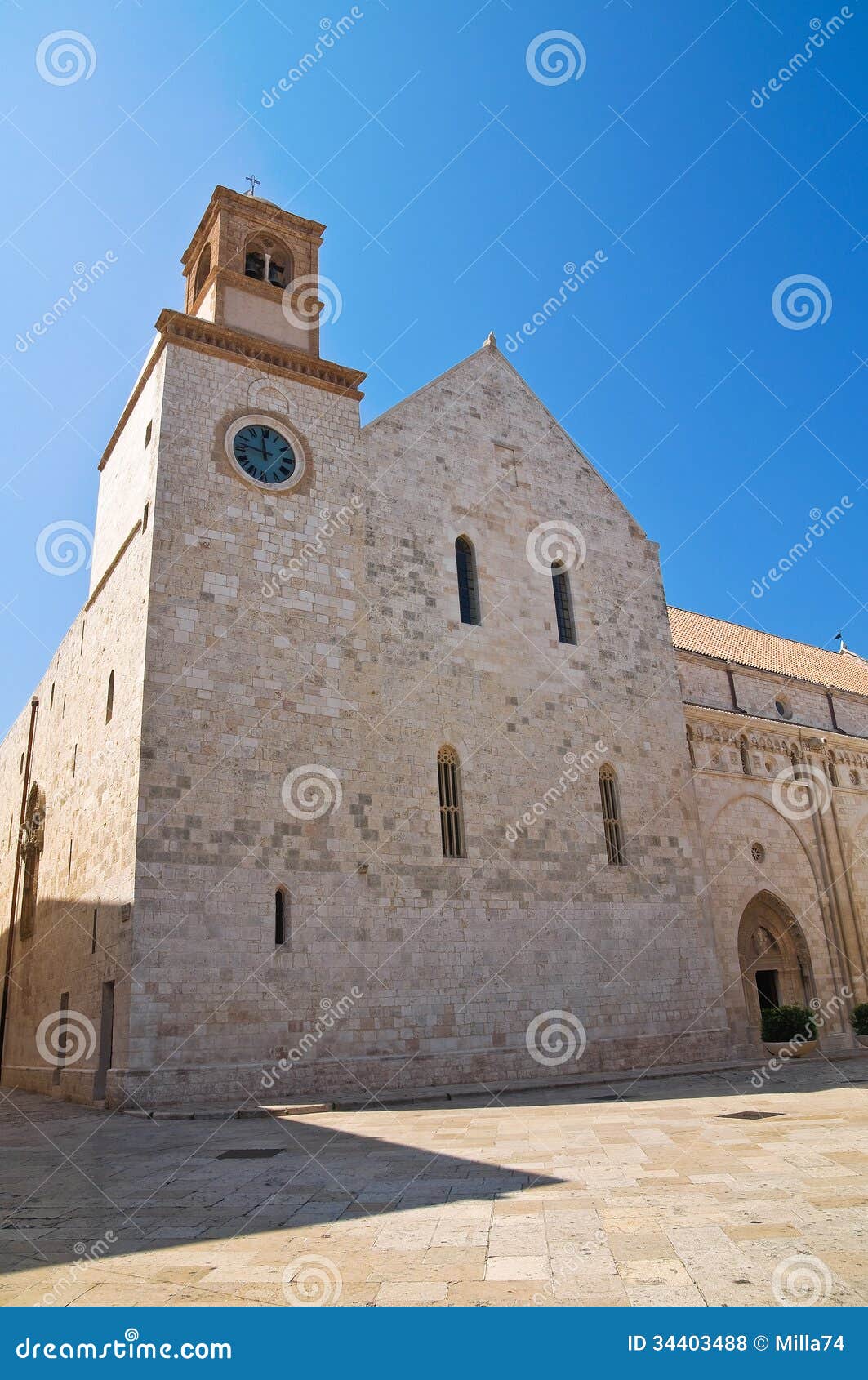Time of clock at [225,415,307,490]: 11:46
